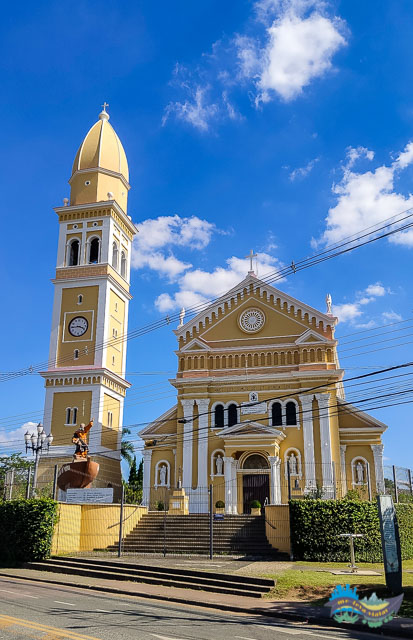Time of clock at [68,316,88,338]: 3:44
